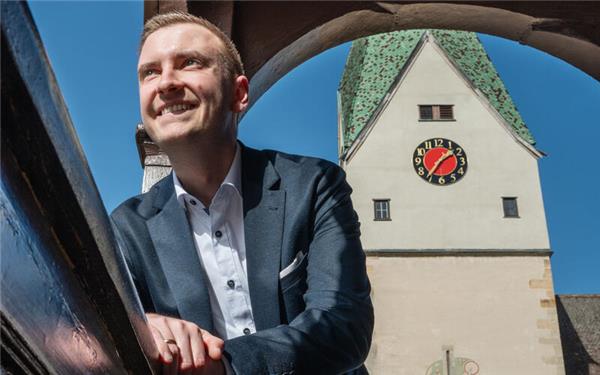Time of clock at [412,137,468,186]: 1:36
